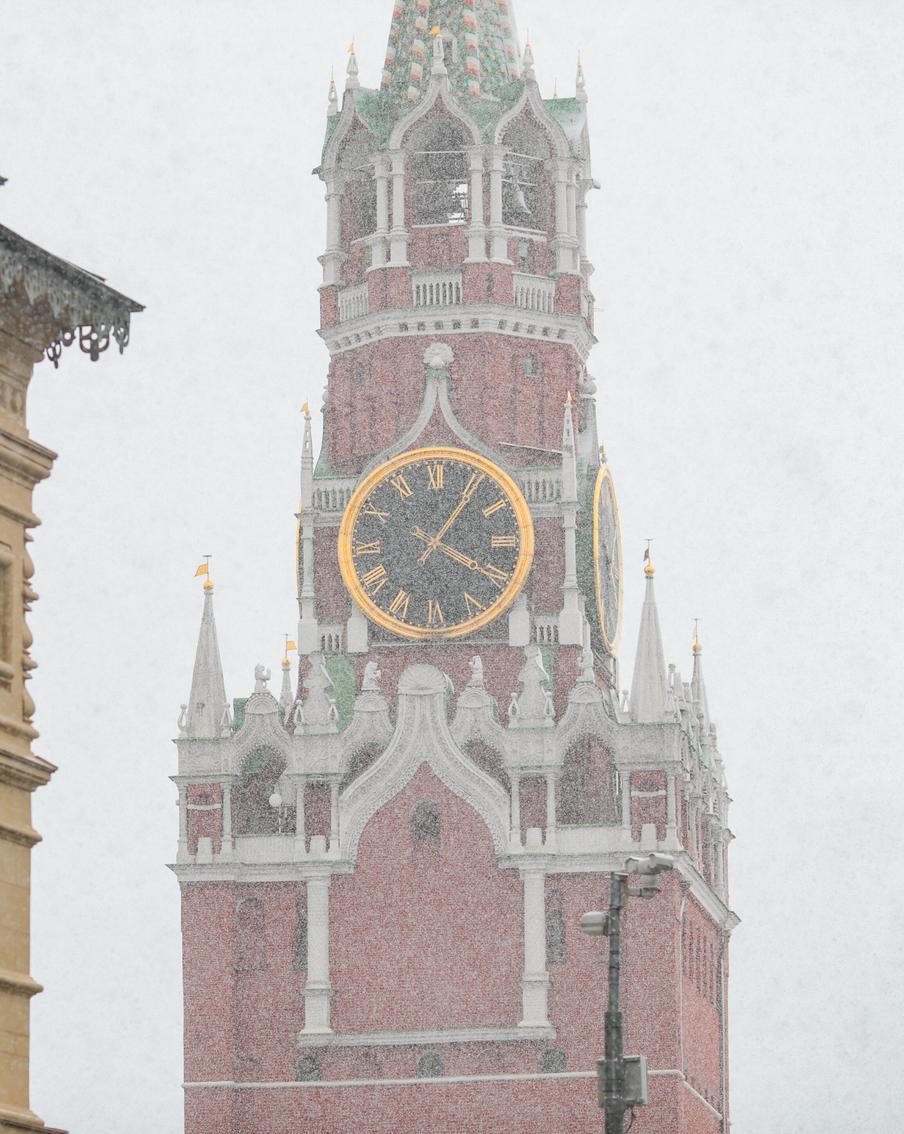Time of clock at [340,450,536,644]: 4:05
